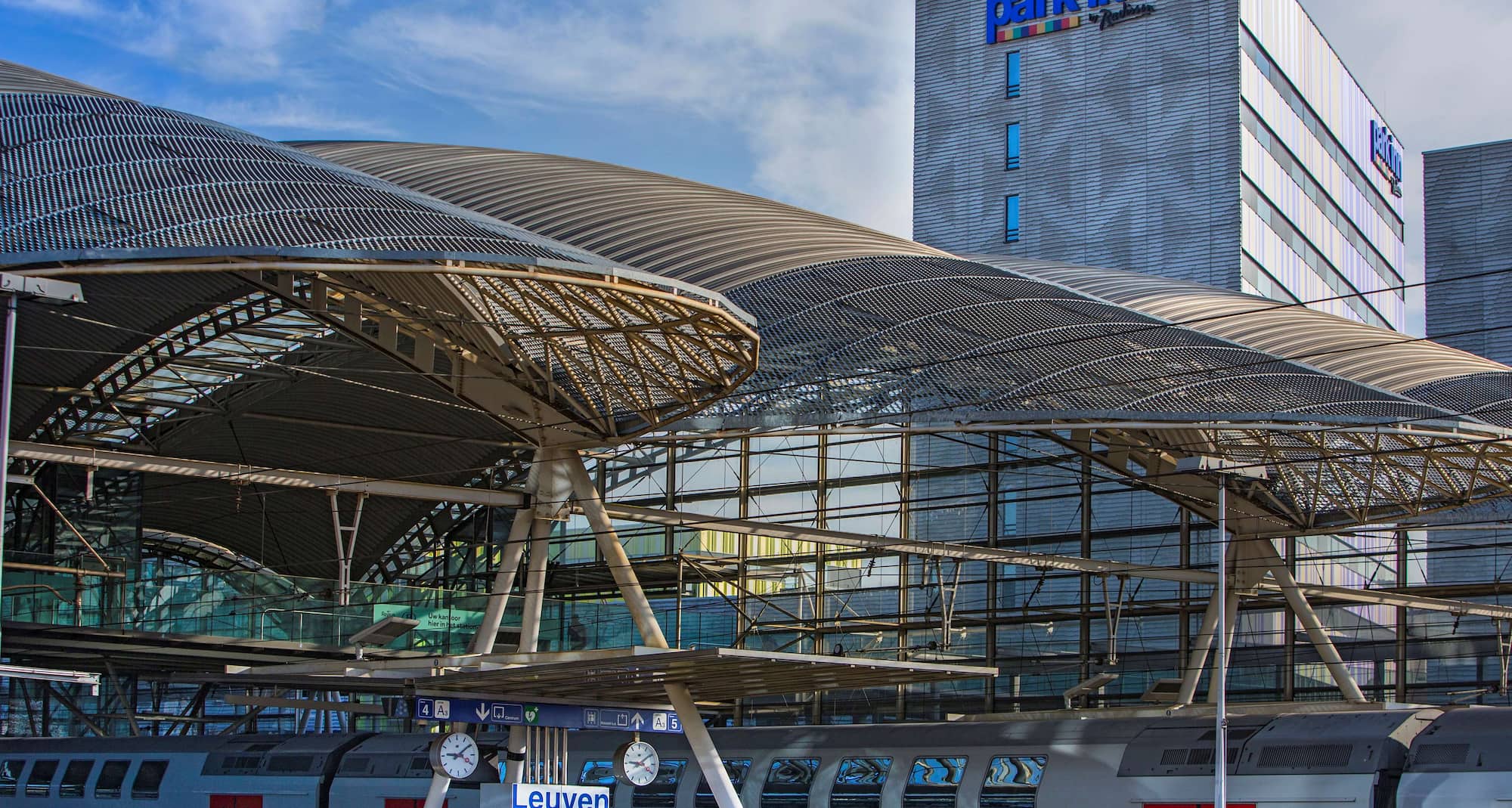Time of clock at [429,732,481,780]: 9:09
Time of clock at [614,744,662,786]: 9:09
